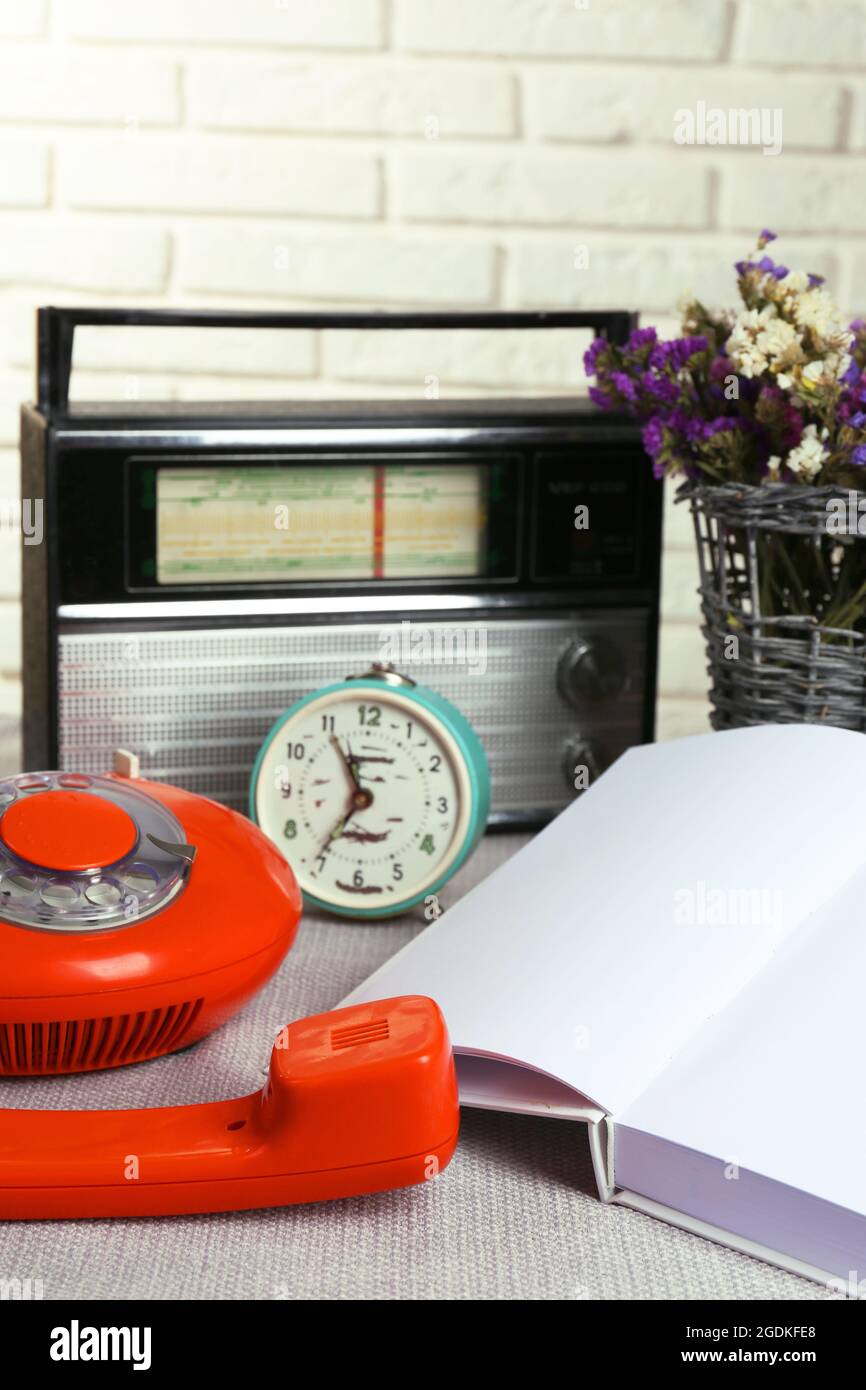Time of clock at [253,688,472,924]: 11:35
